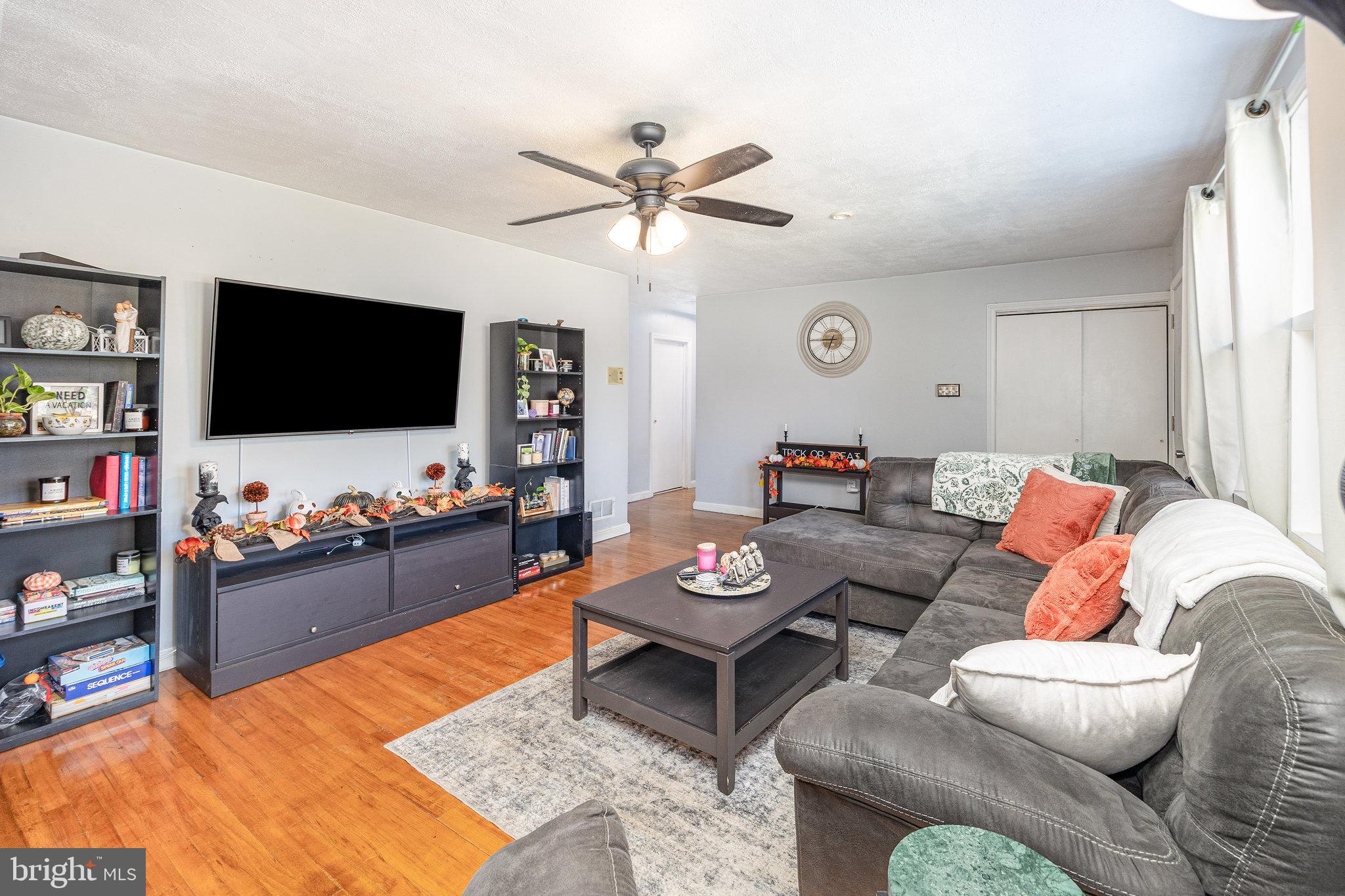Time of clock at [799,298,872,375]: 6:45
